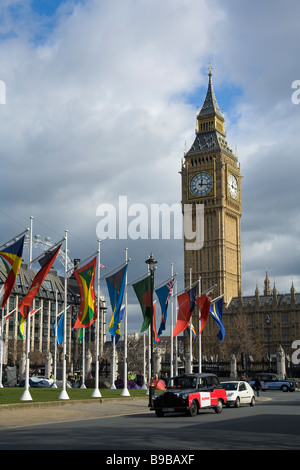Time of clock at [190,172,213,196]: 12:16
